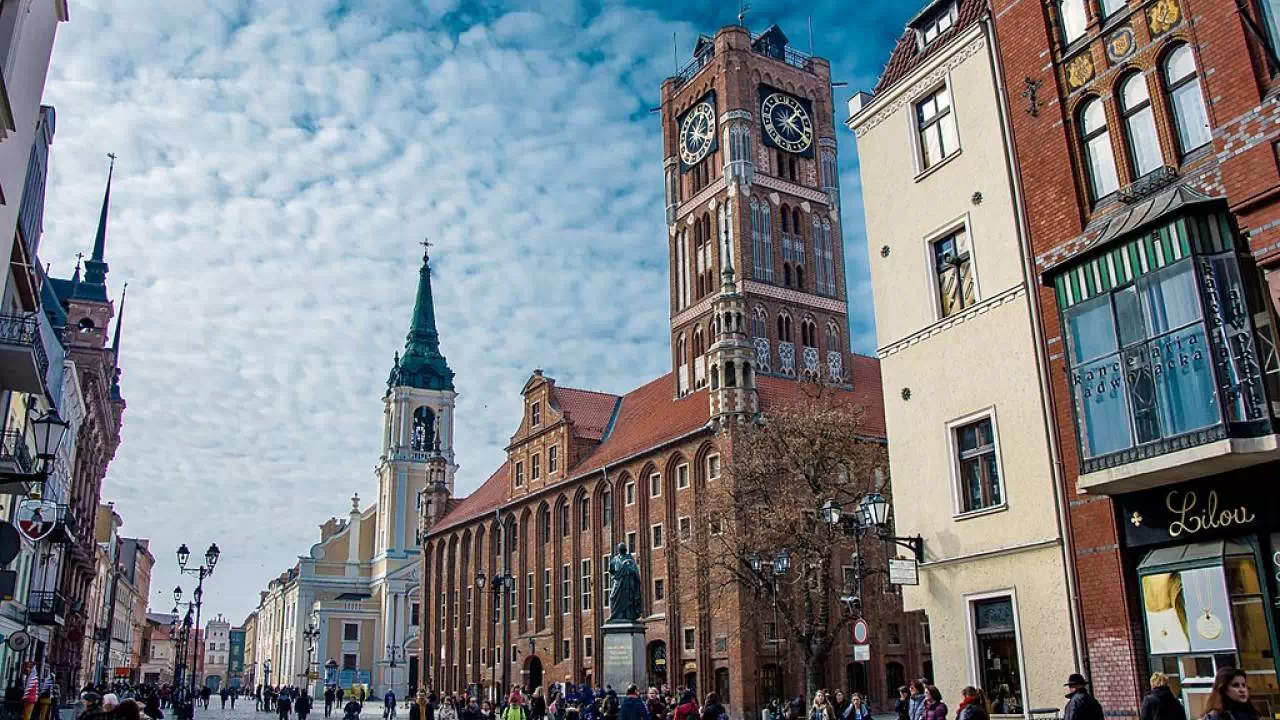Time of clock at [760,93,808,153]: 1:20
